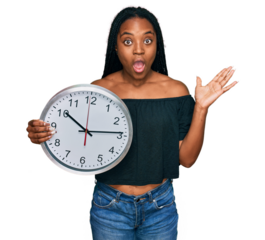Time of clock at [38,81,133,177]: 10:13
